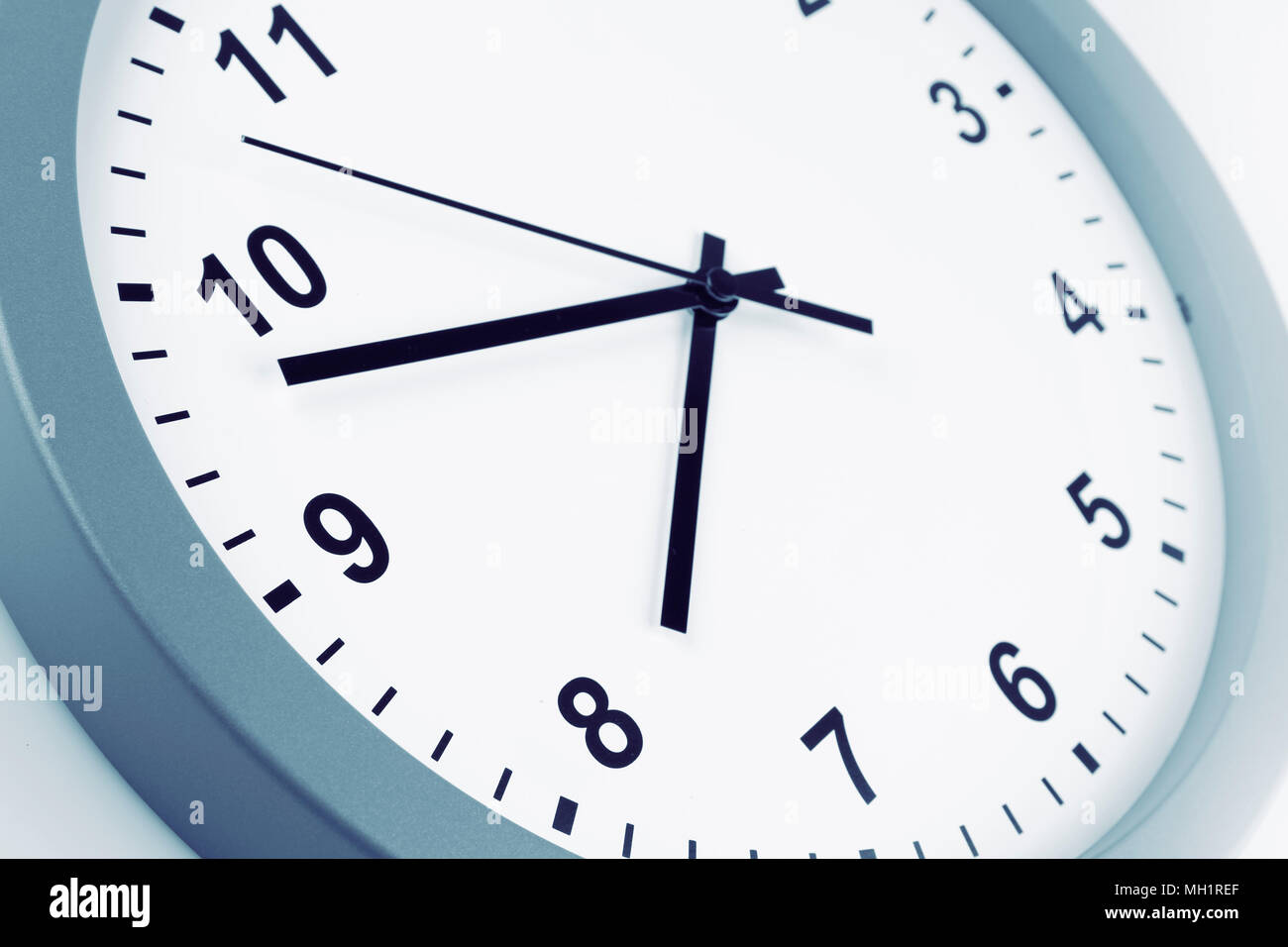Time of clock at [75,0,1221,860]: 6:43
